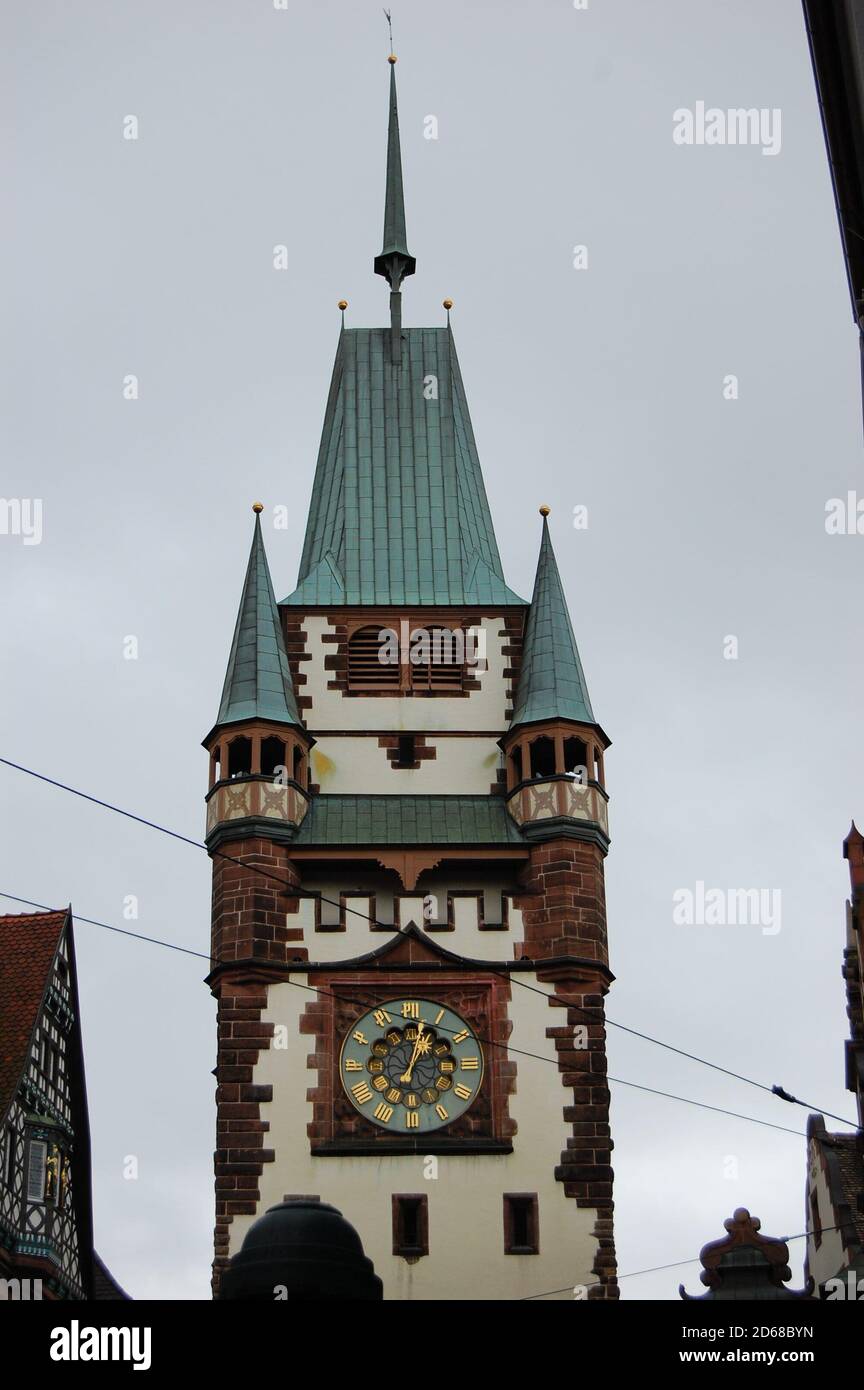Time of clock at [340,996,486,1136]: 1:02
